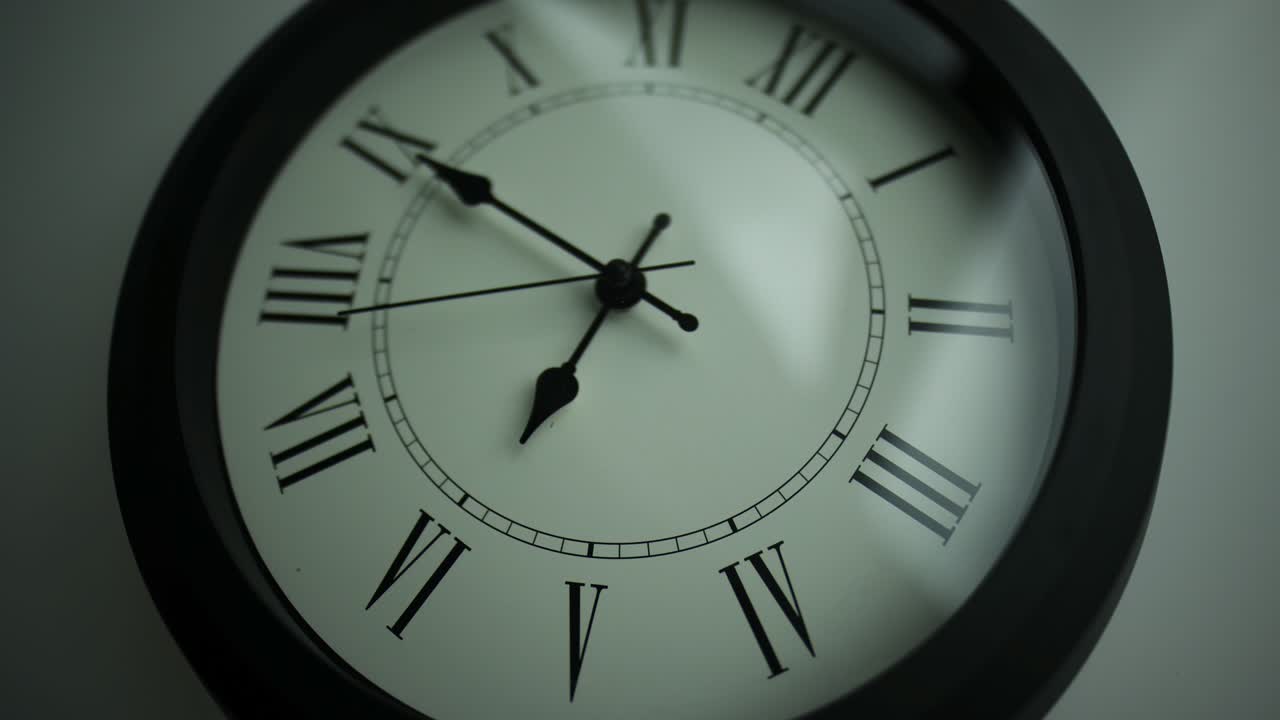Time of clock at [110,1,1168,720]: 6:50
